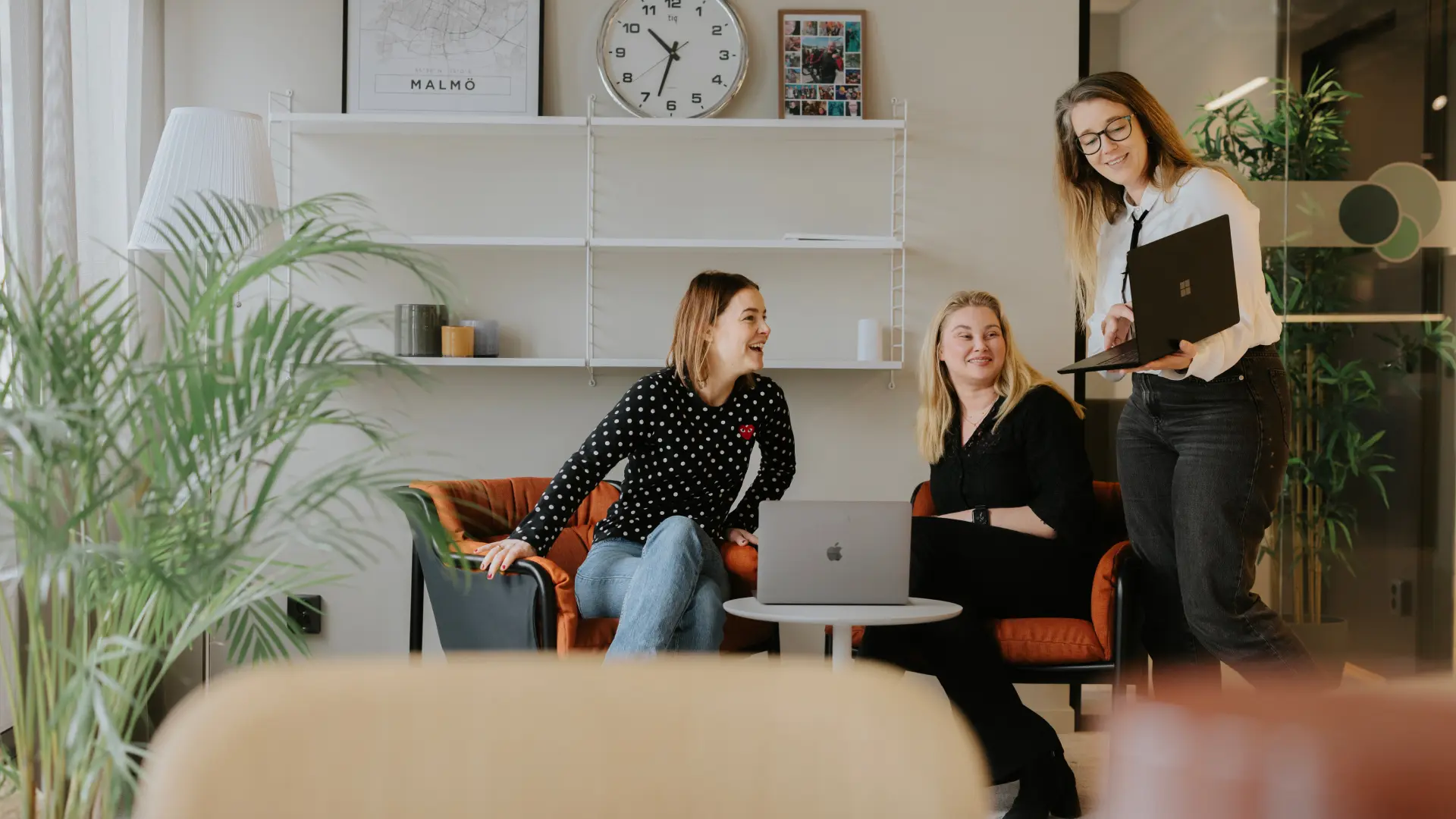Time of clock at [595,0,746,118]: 10:32
